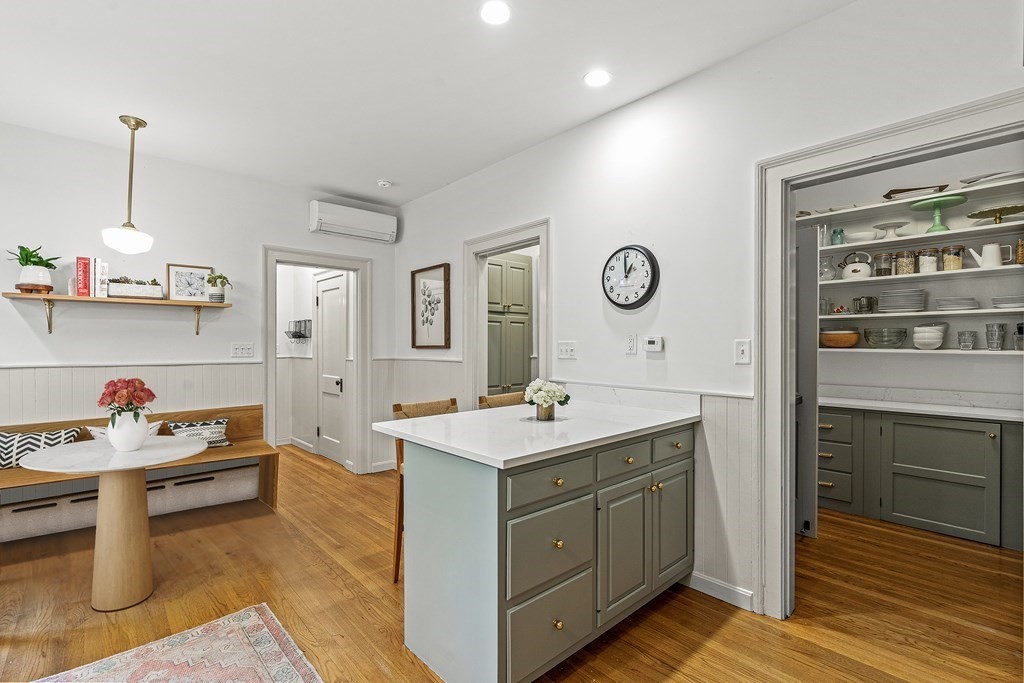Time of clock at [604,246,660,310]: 12:59
